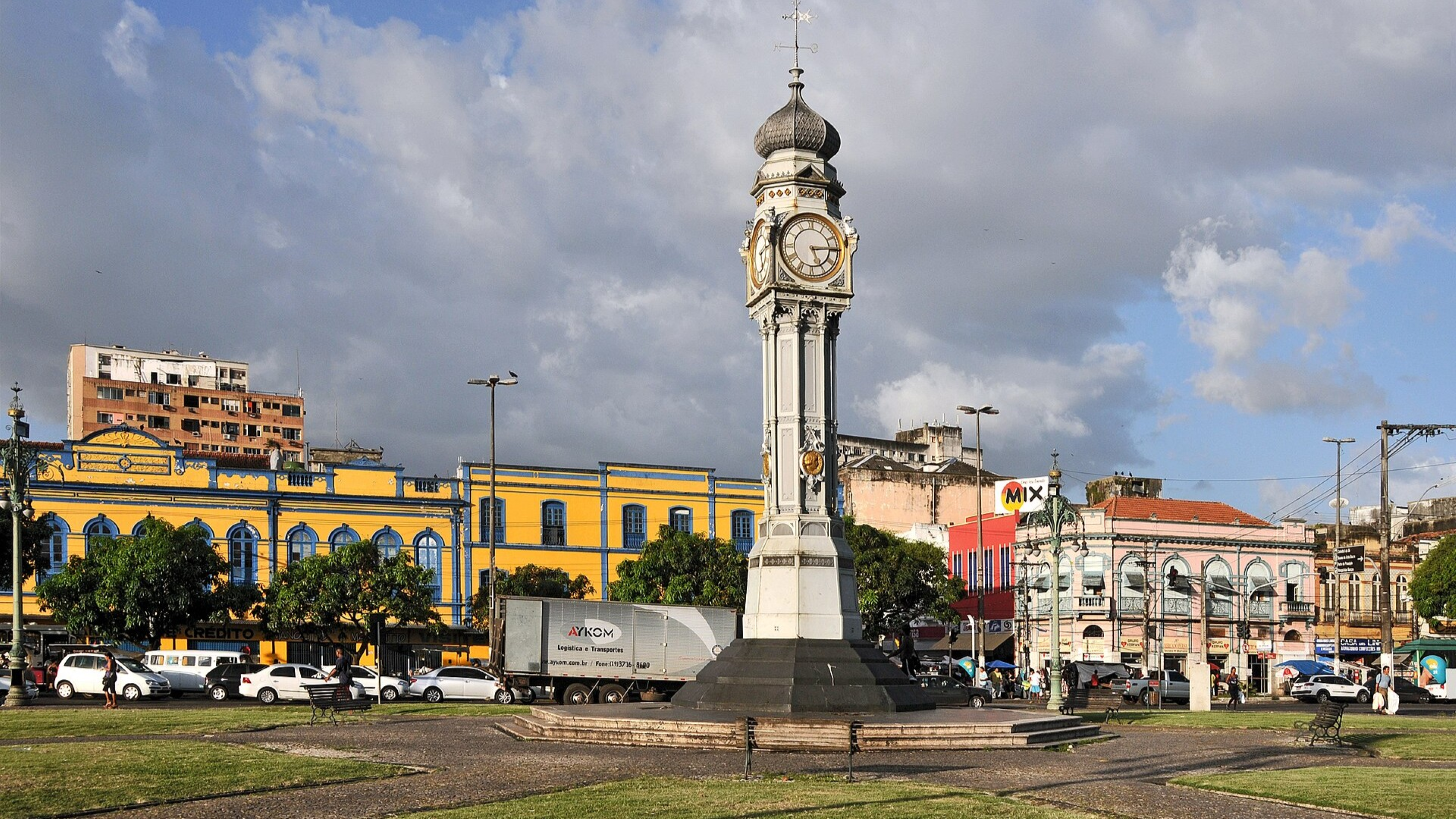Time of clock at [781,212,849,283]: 5:14
